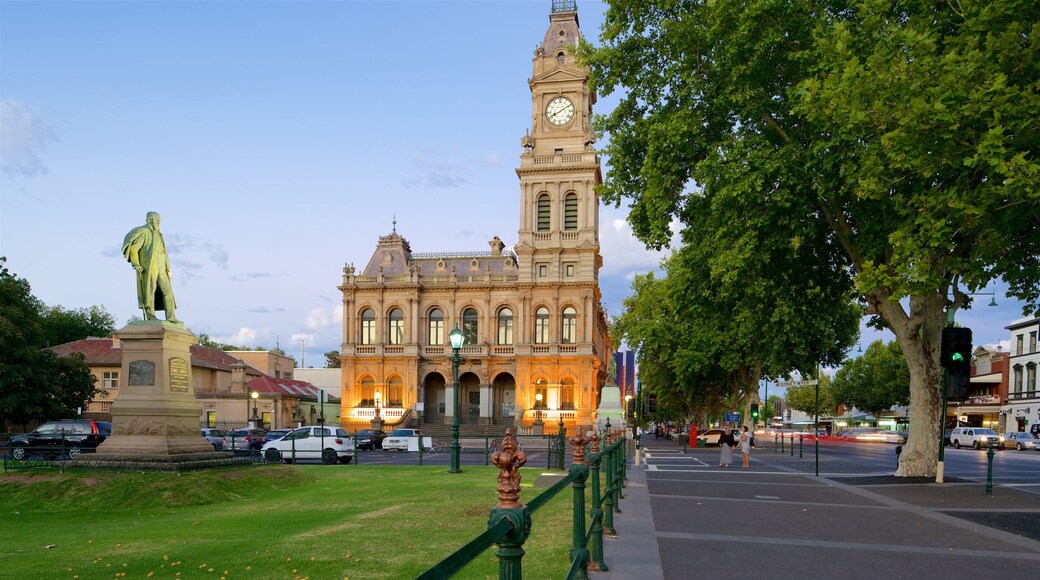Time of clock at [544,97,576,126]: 8:09
